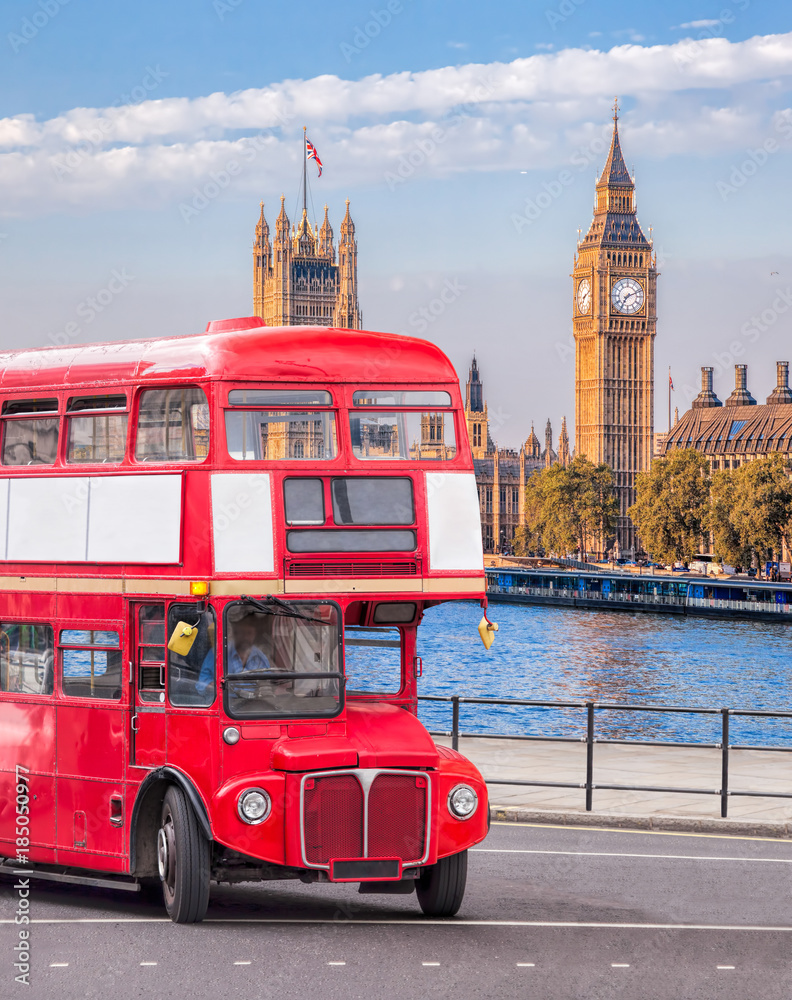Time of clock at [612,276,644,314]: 7:11
